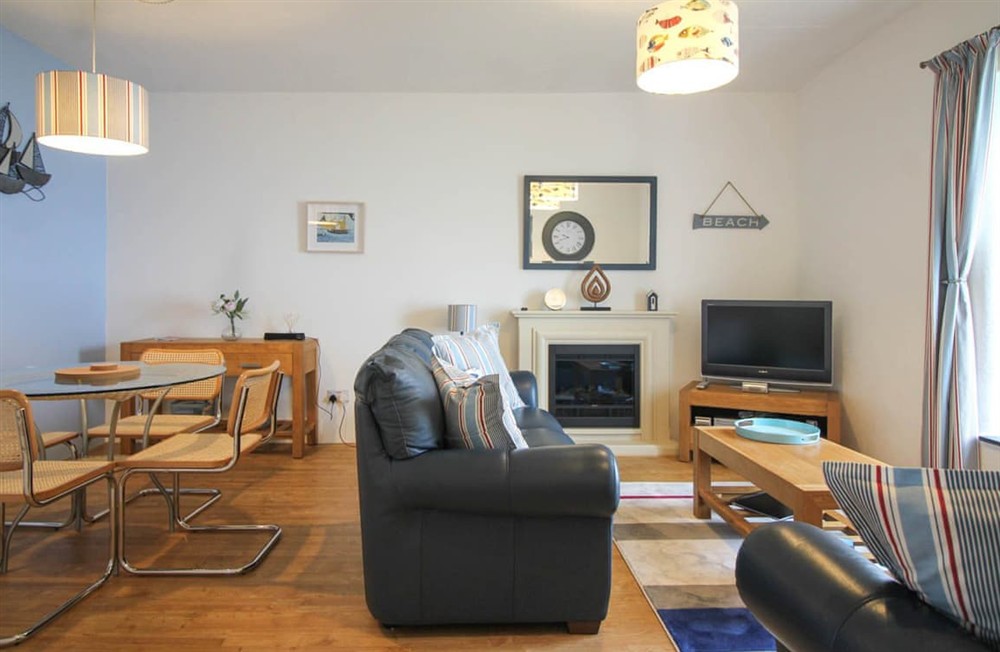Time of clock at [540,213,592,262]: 9:41
